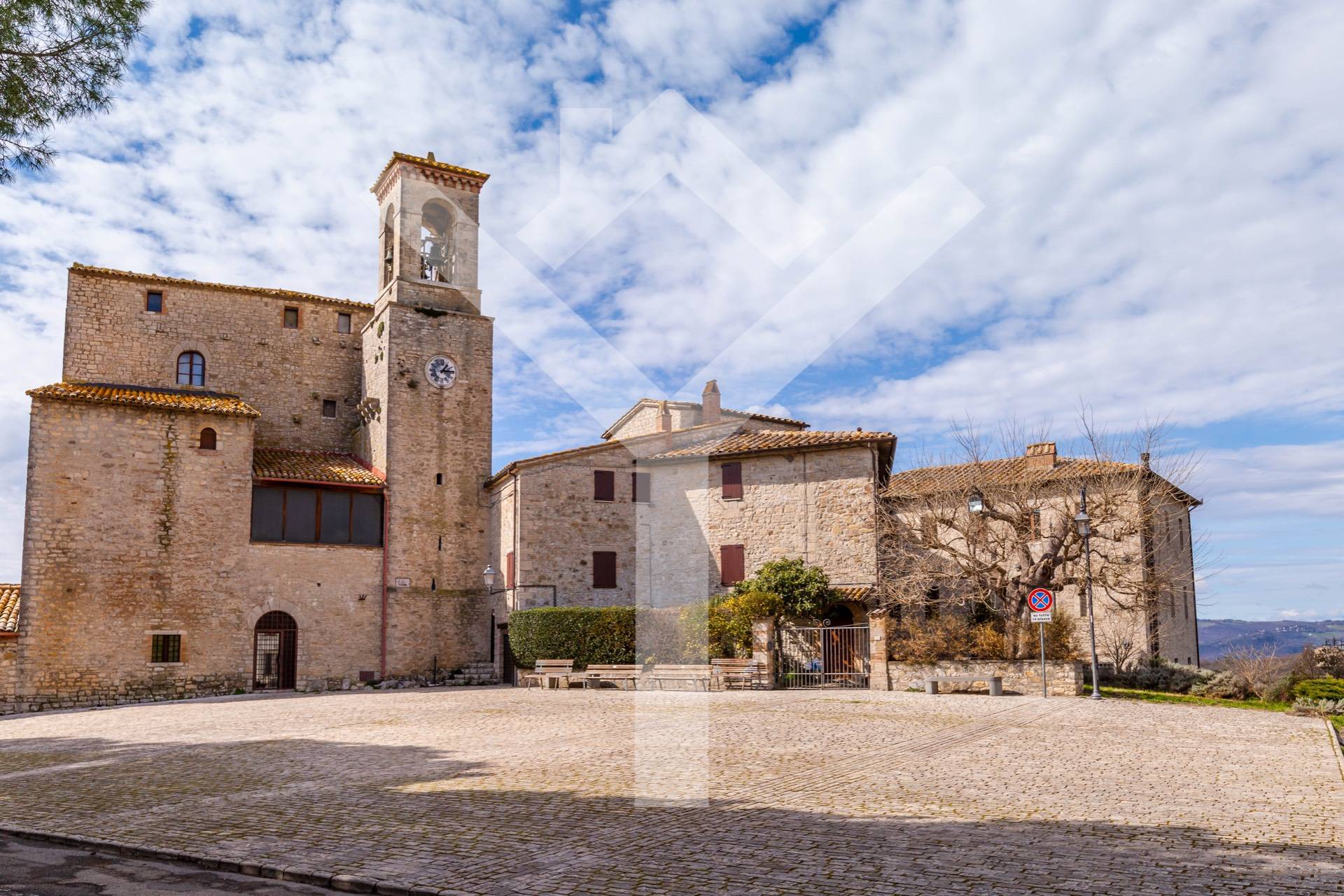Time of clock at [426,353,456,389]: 1:14
